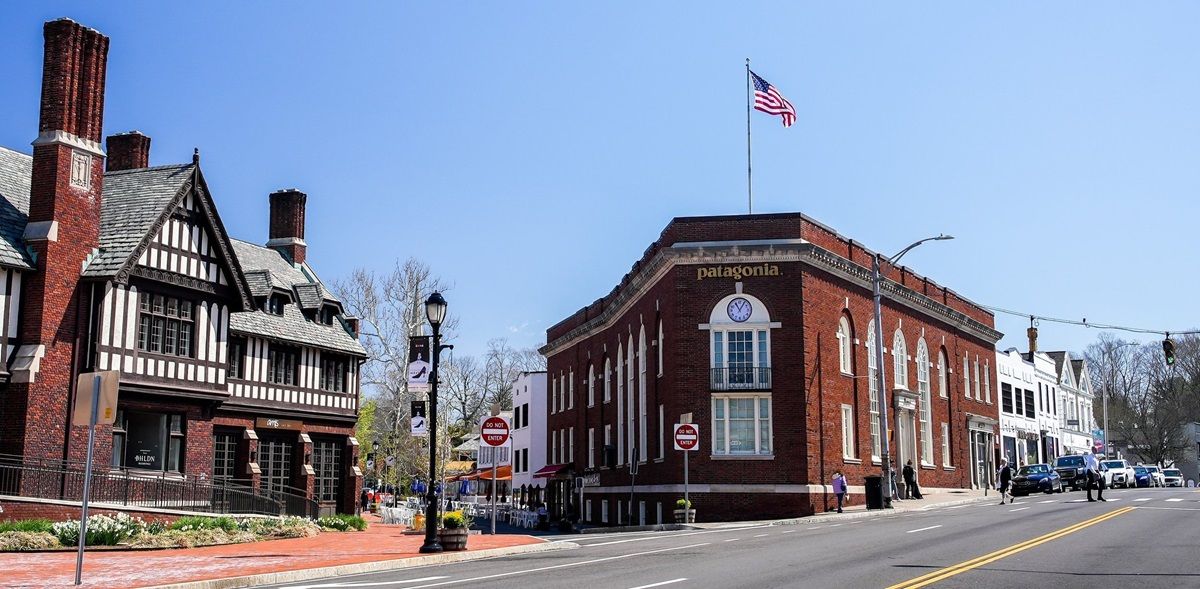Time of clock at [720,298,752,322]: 11:05
